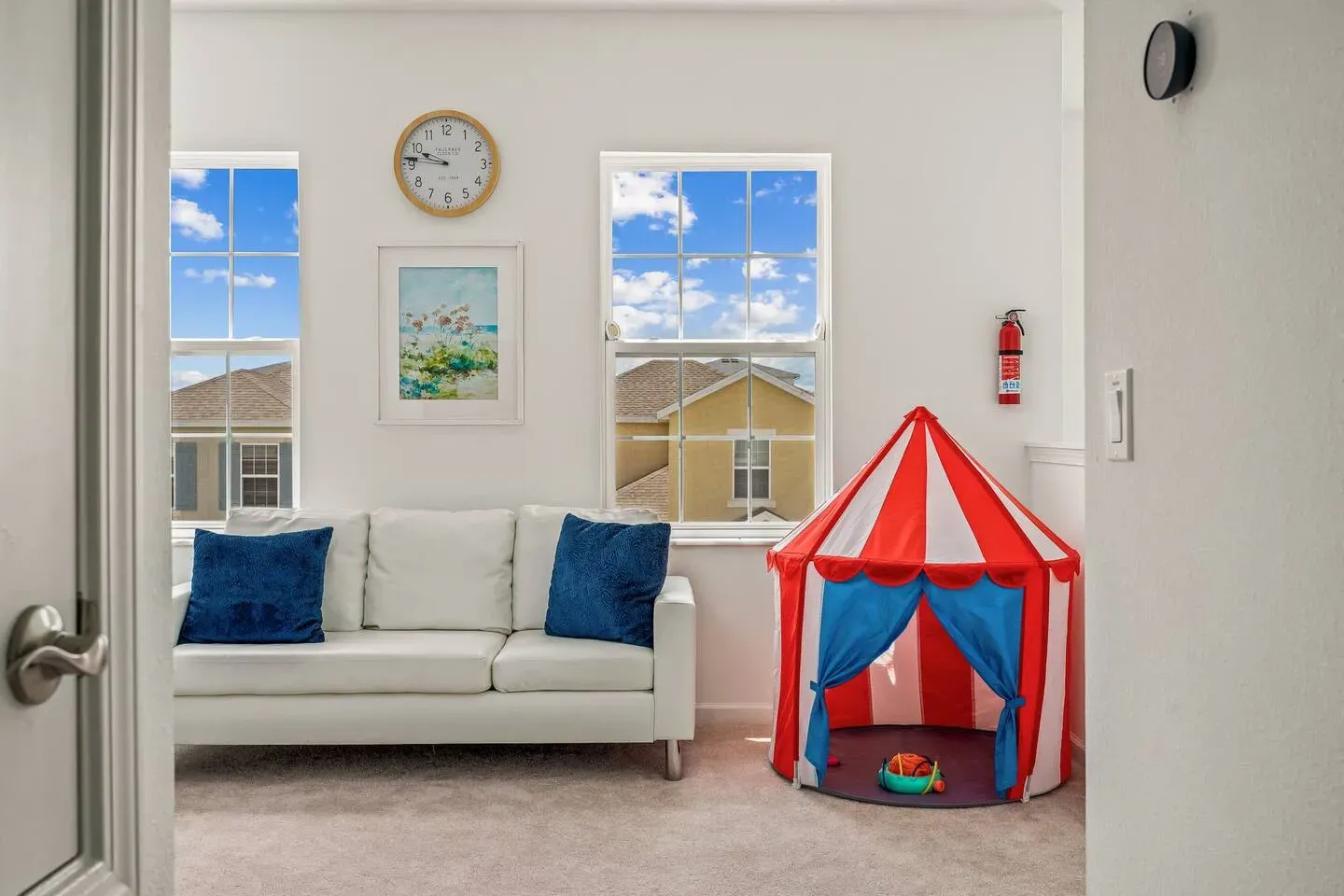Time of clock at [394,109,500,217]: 9:46
